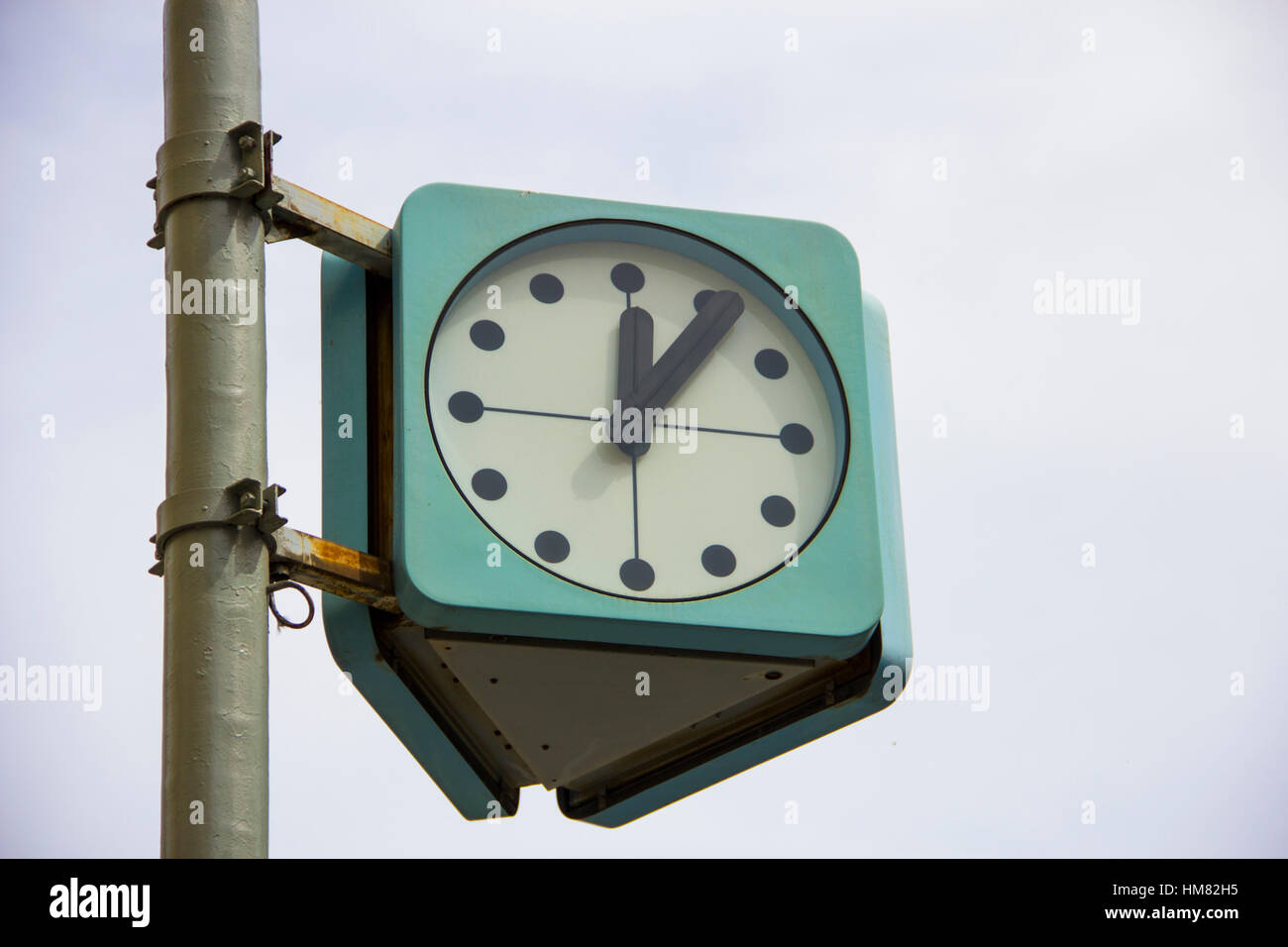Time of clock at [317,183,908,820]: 12:06
